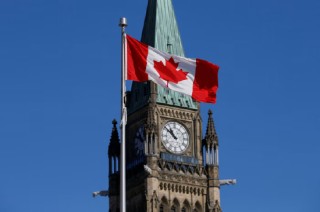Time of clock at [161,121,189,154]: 10:51
